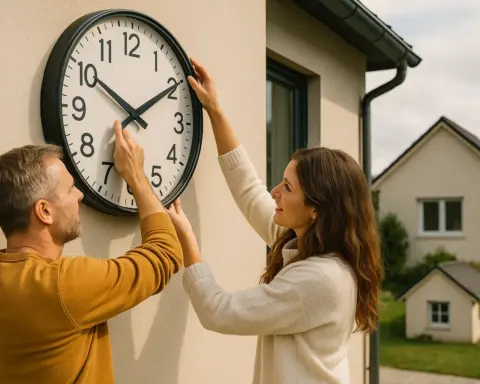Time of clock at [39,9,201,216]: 10:09
